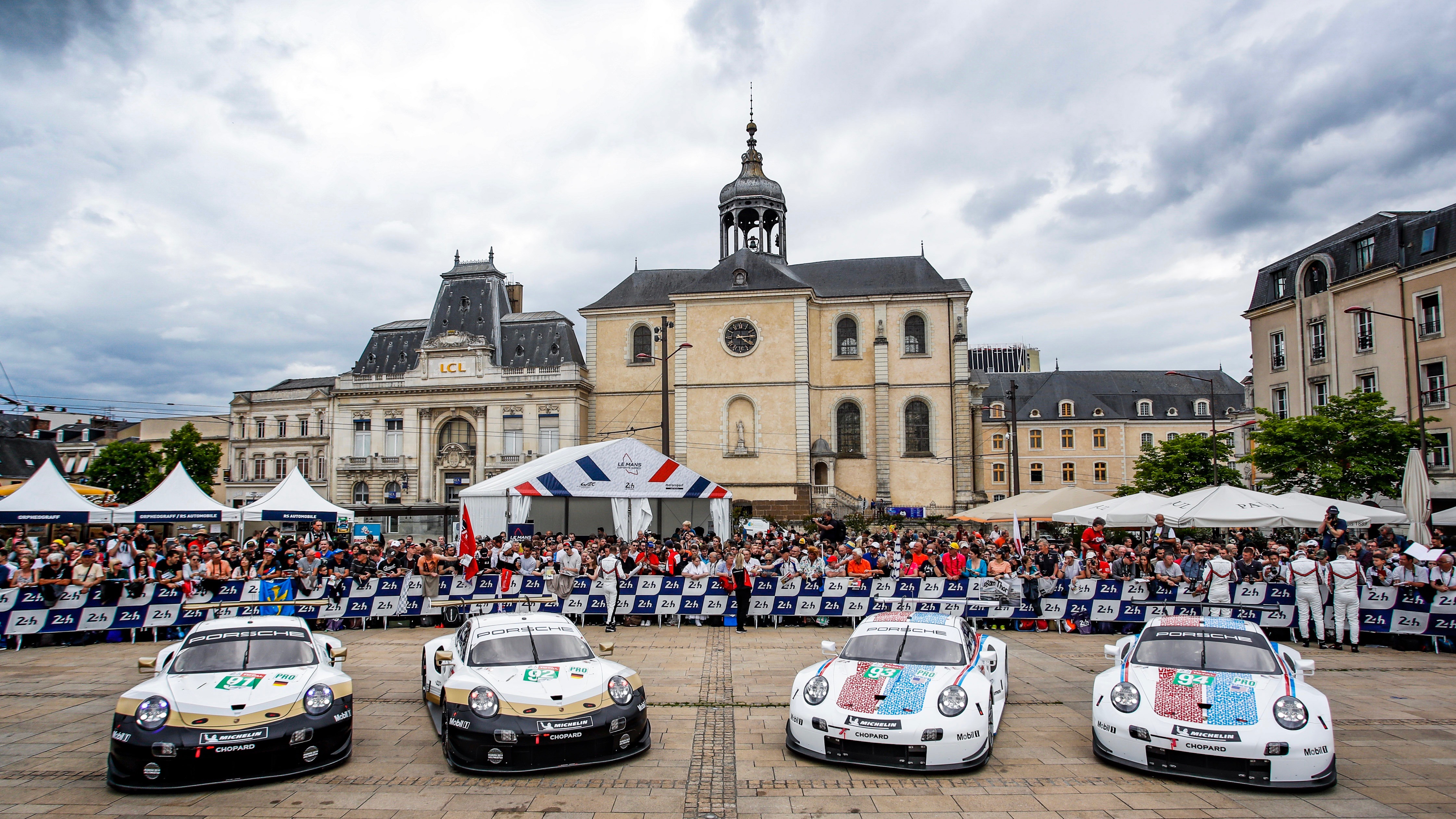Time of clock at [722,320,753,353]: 4:14
